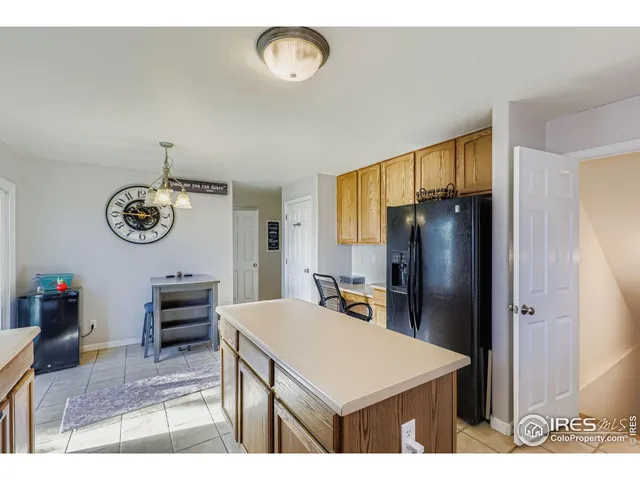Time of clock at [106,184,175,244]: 10:45
